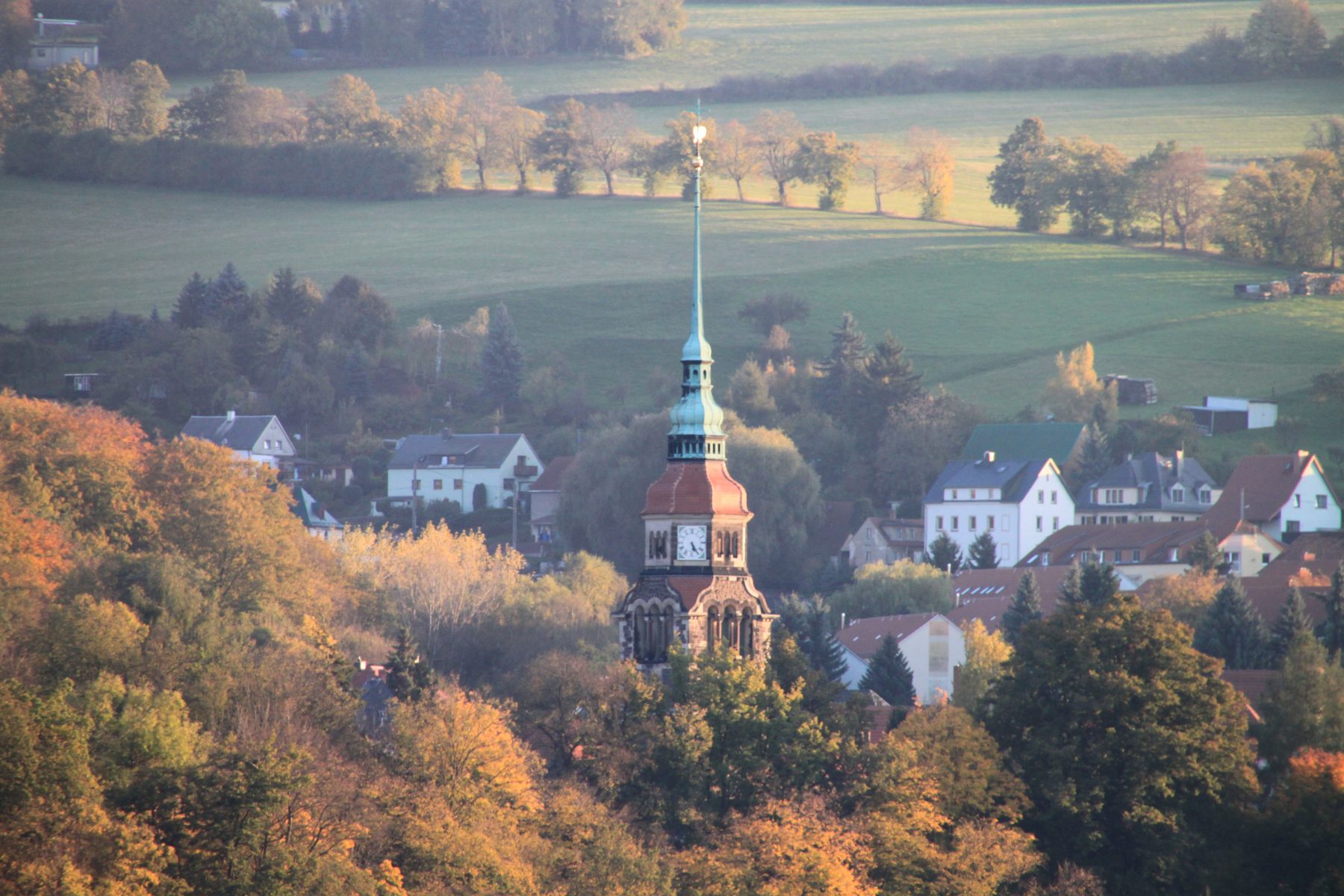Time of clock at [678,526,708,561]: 5:24
